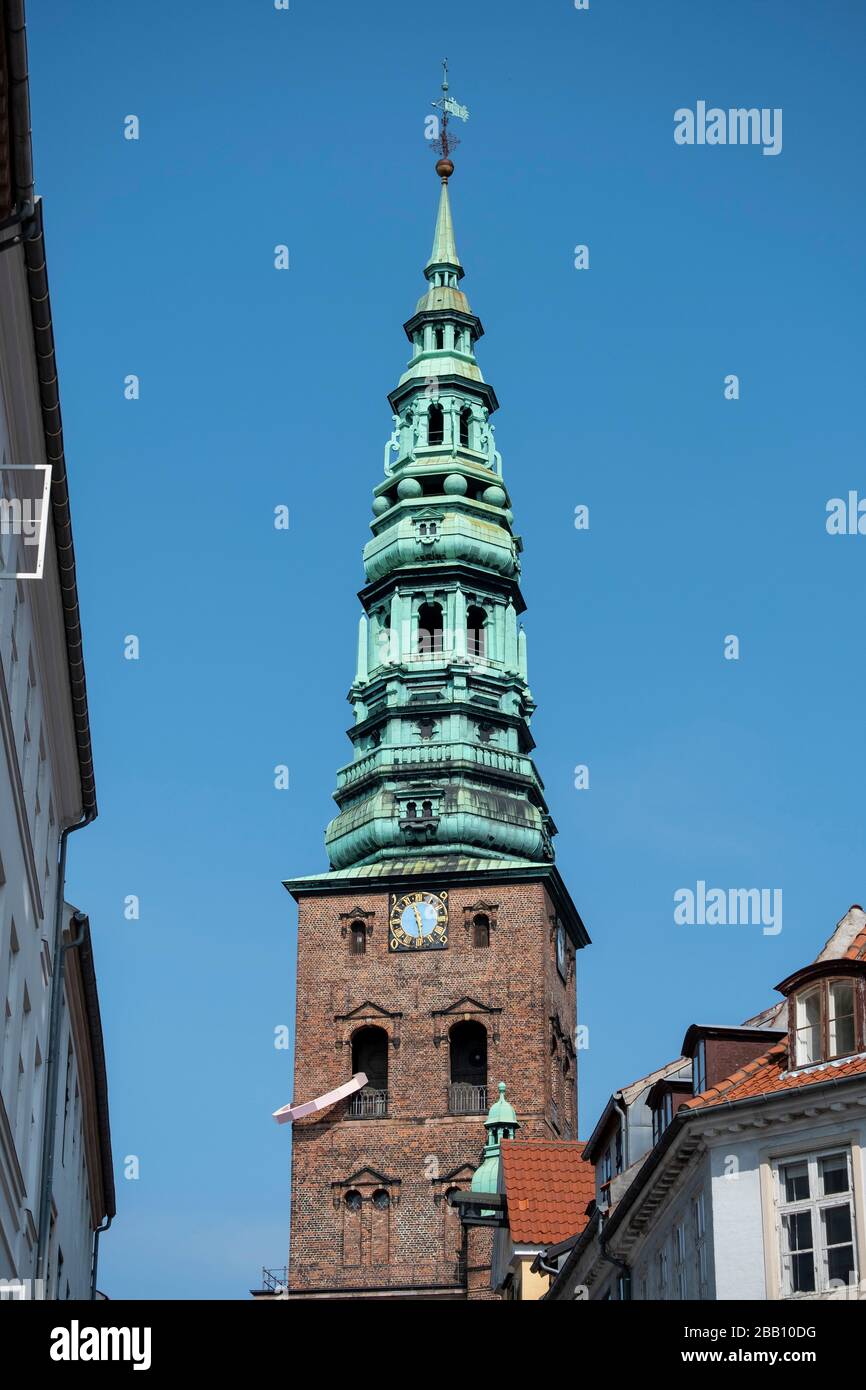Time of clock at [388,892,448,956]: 11:28
